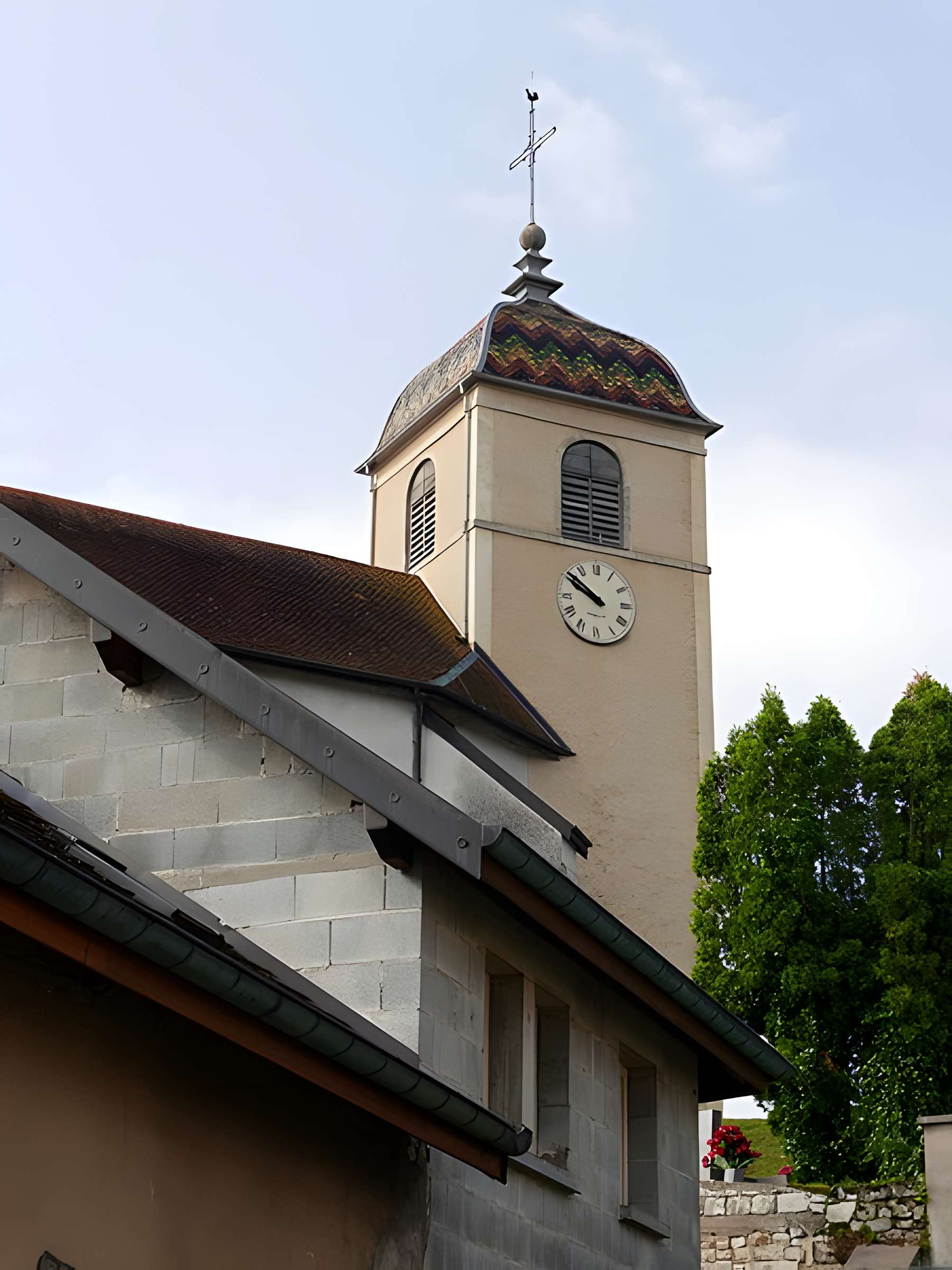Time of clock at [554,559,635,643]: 9:51
